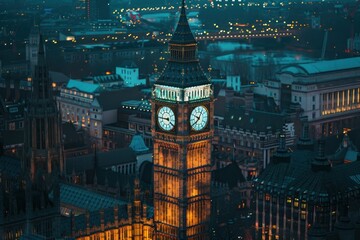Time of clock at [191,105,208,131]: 9:38
